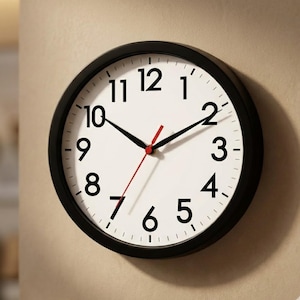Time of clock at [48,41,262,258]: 10:10
